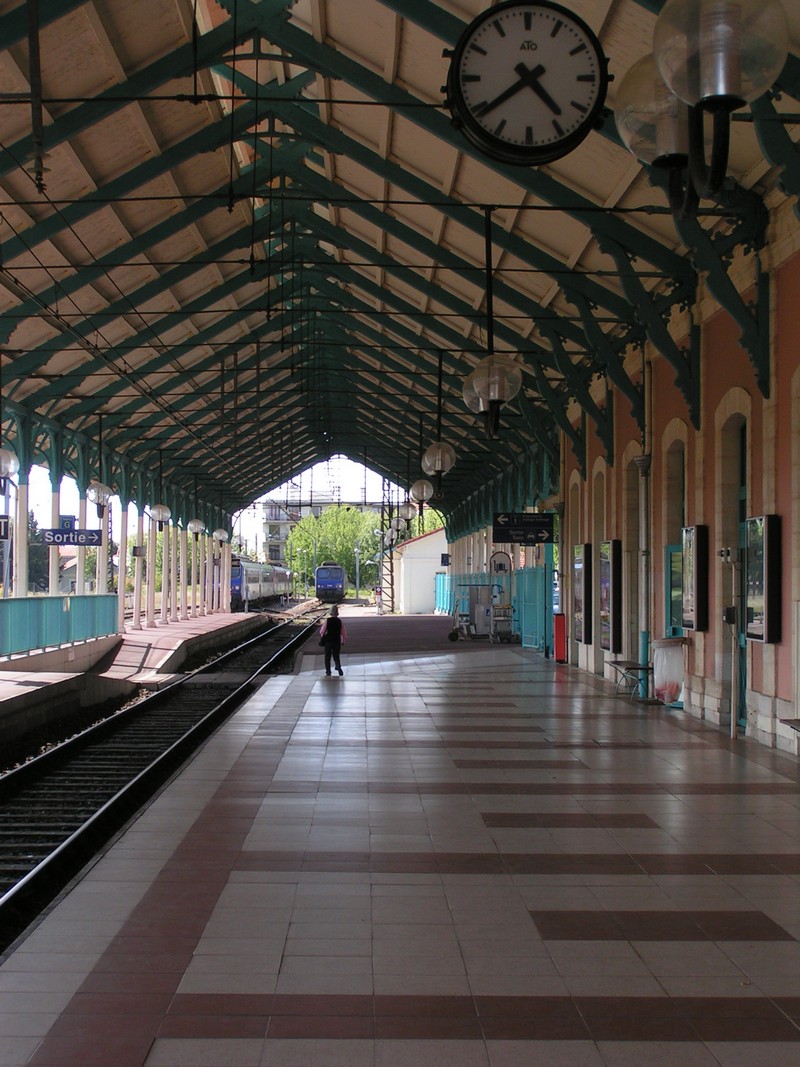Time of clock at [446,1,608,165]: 4:38
